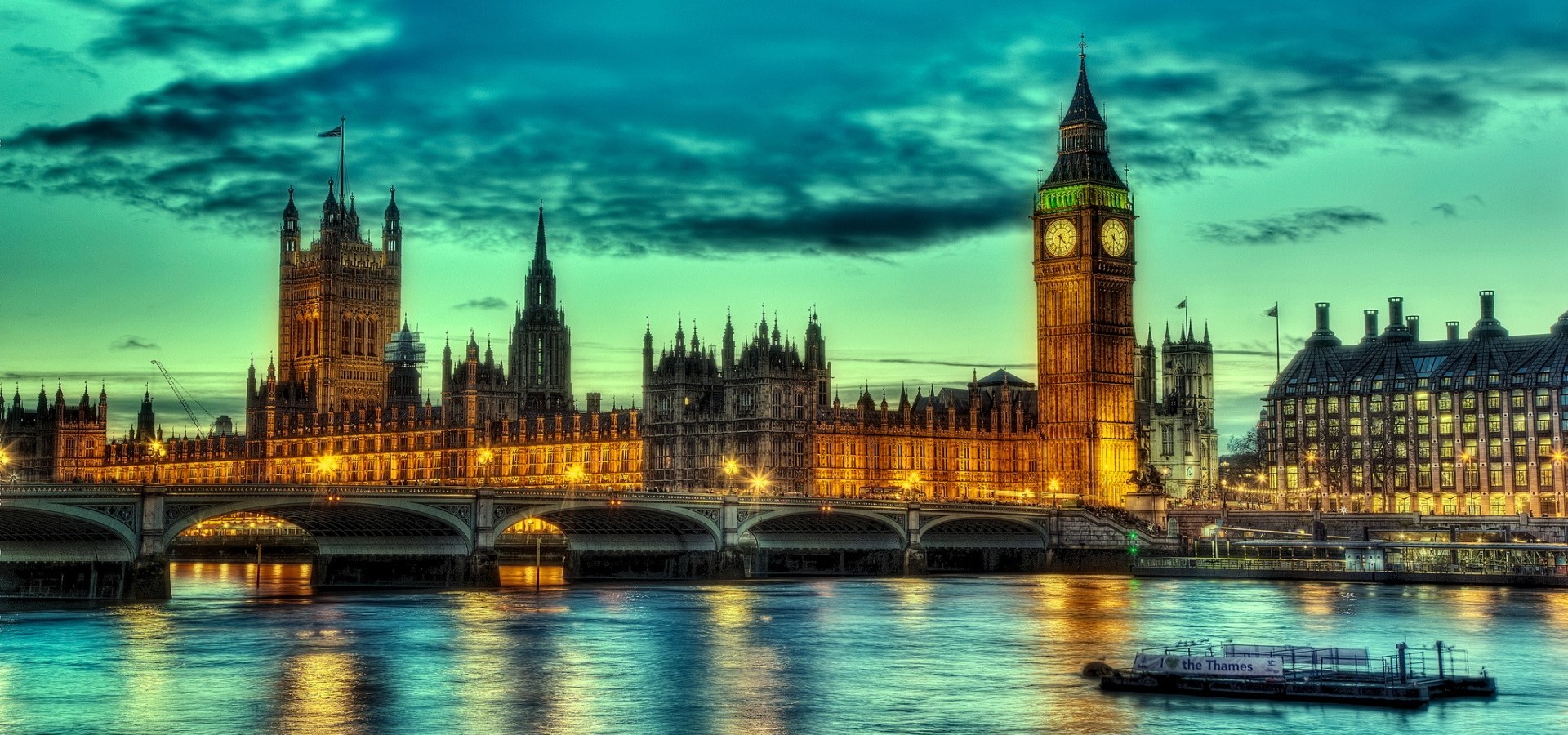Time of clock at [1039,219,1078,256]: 4:31
